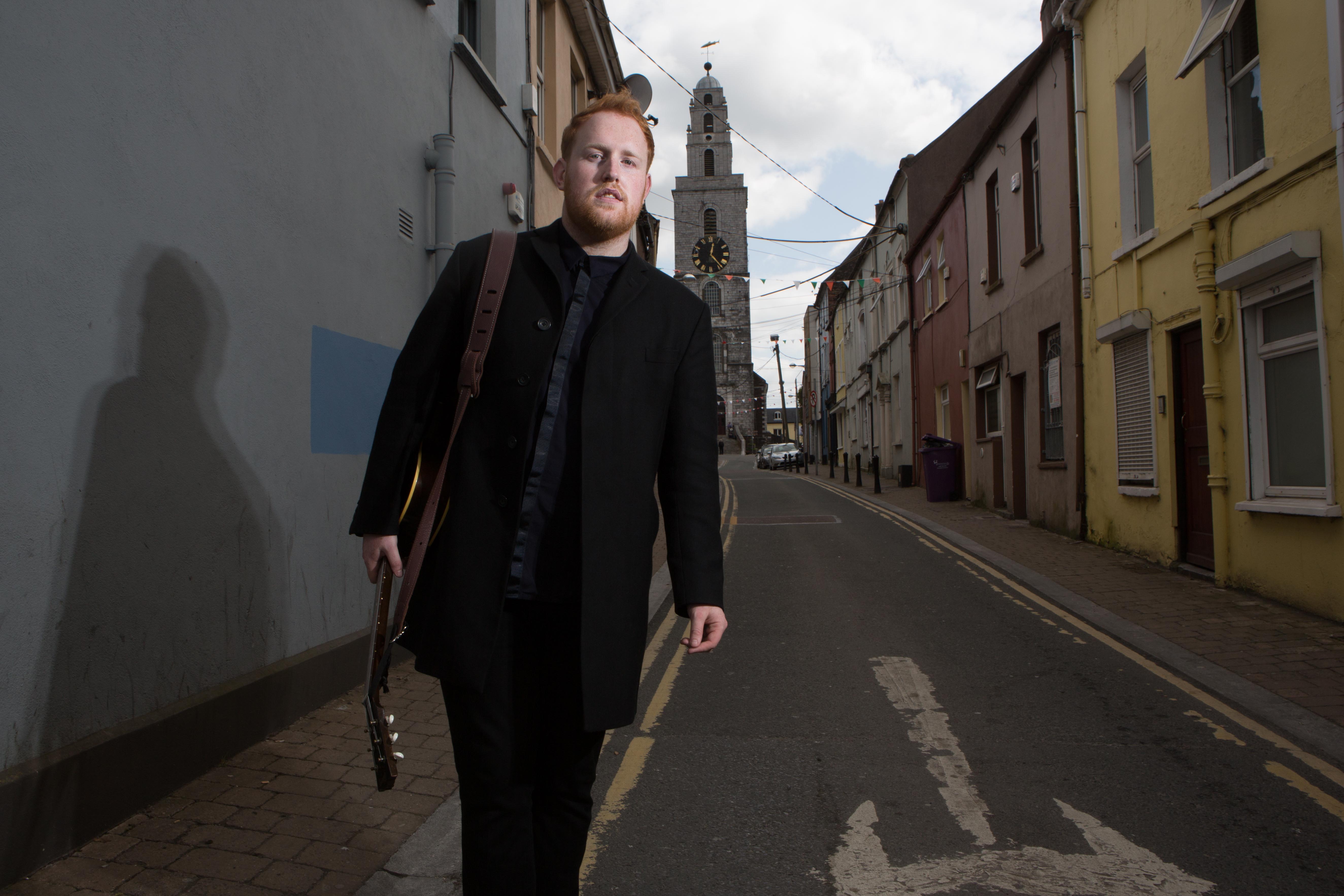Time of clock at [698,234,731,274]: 12:23
